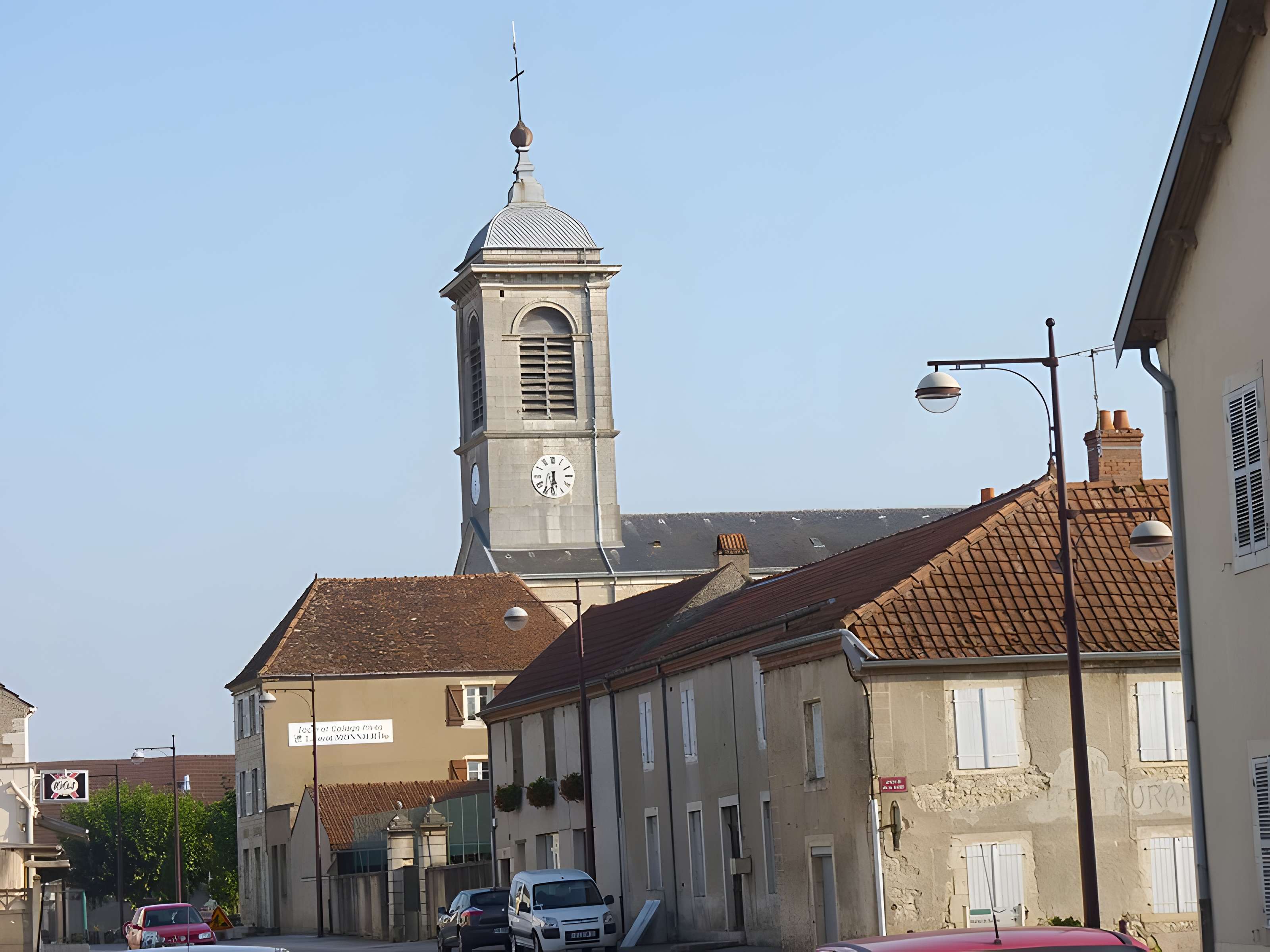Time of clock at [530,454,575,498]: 5:31
